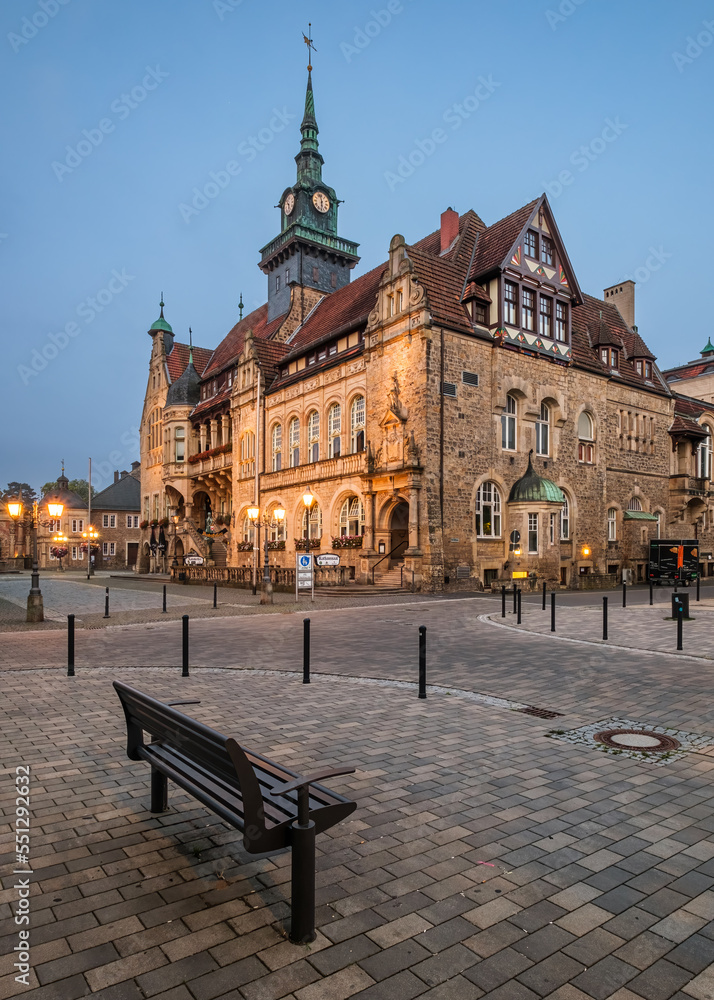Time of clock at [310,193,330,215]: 5:57
